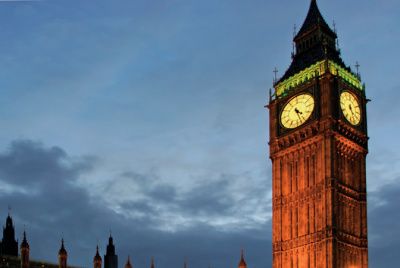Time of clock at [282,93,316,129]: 4:26
